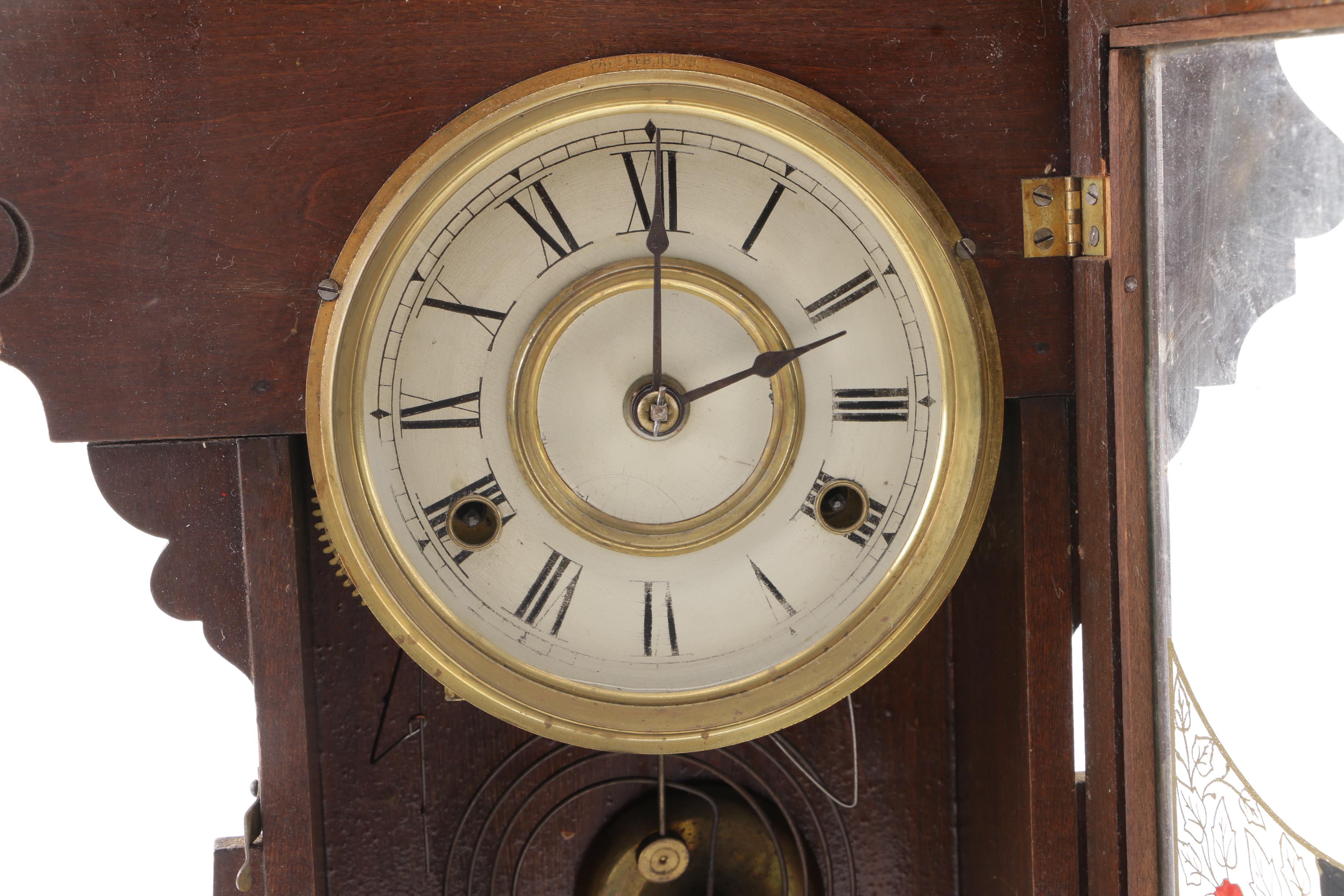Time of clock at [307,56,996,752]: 2:00
